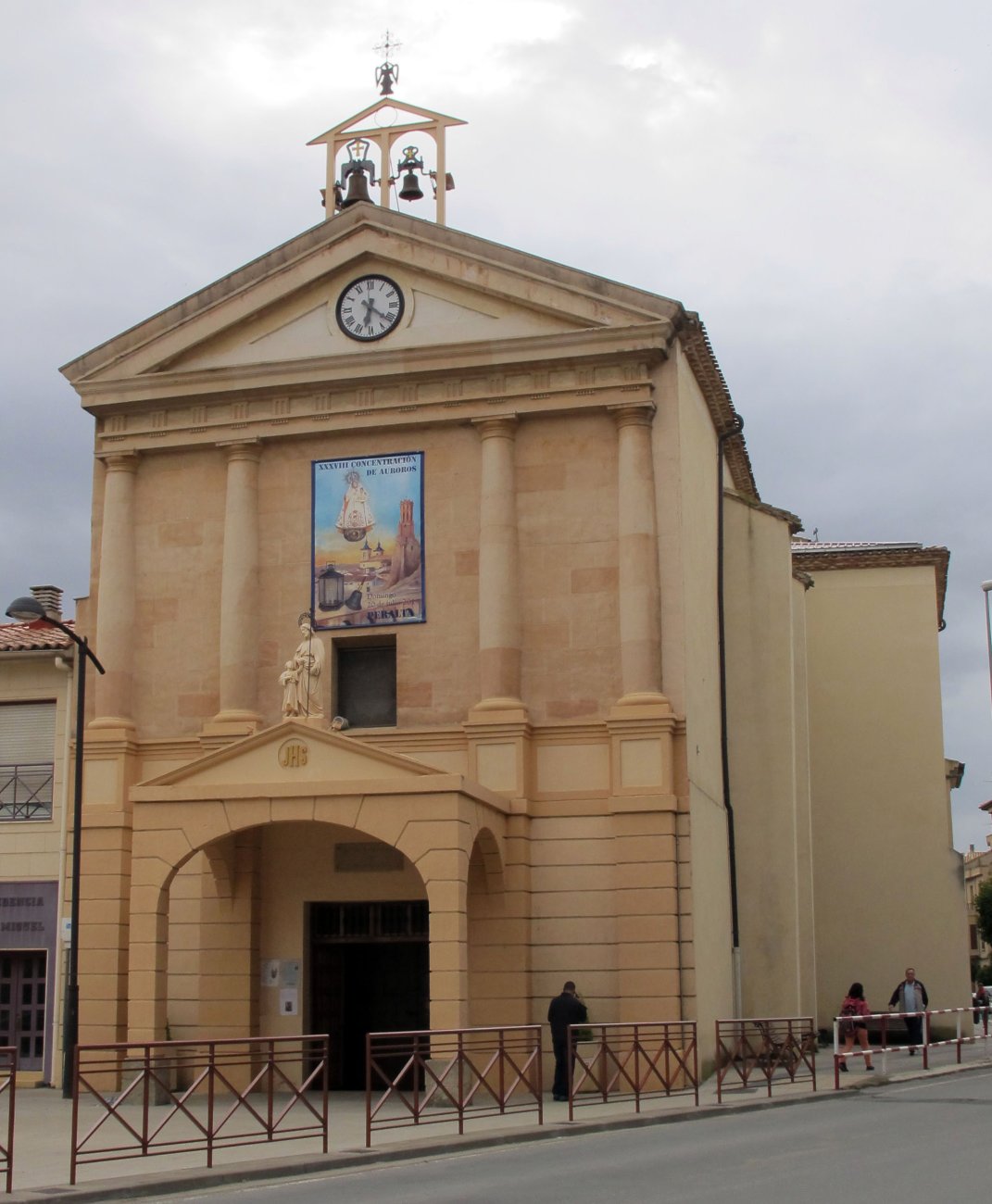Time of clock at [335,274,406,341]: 6:21
